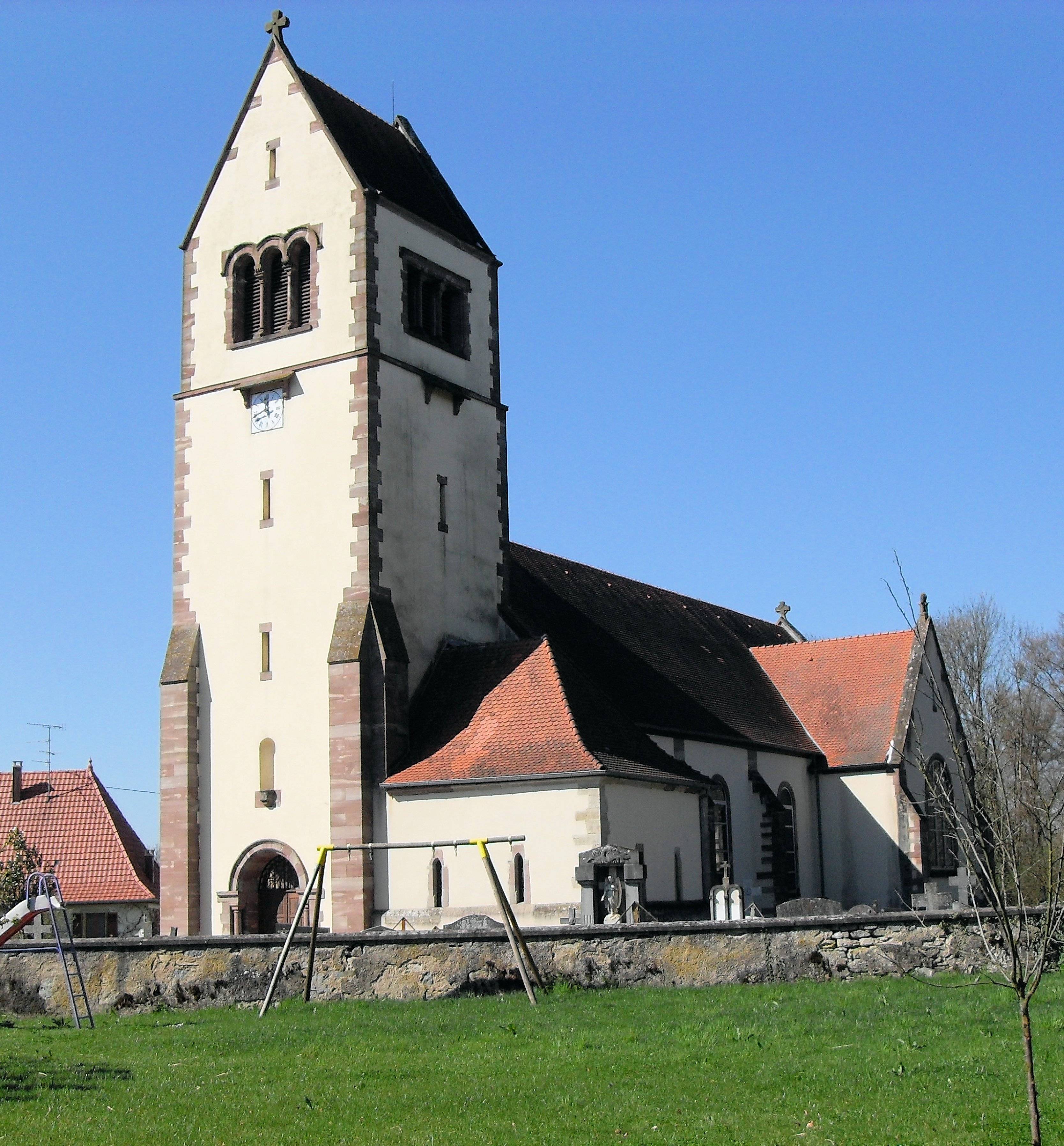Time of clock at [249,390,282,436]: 11:41
